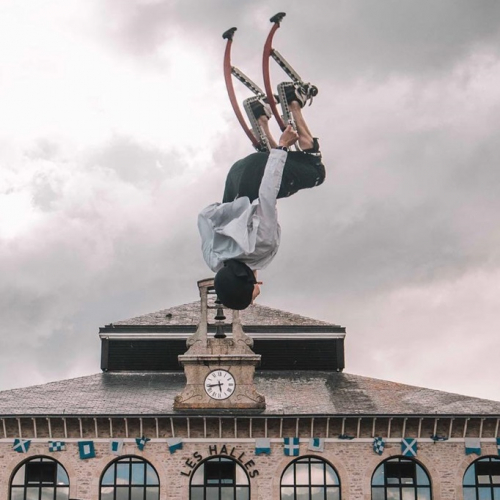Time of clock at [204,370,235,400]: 5:43
